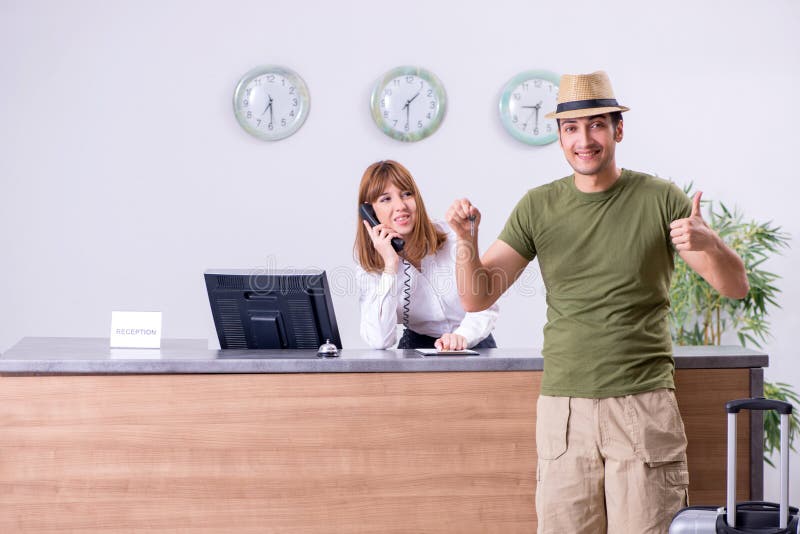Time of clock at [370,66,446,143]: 1:29
